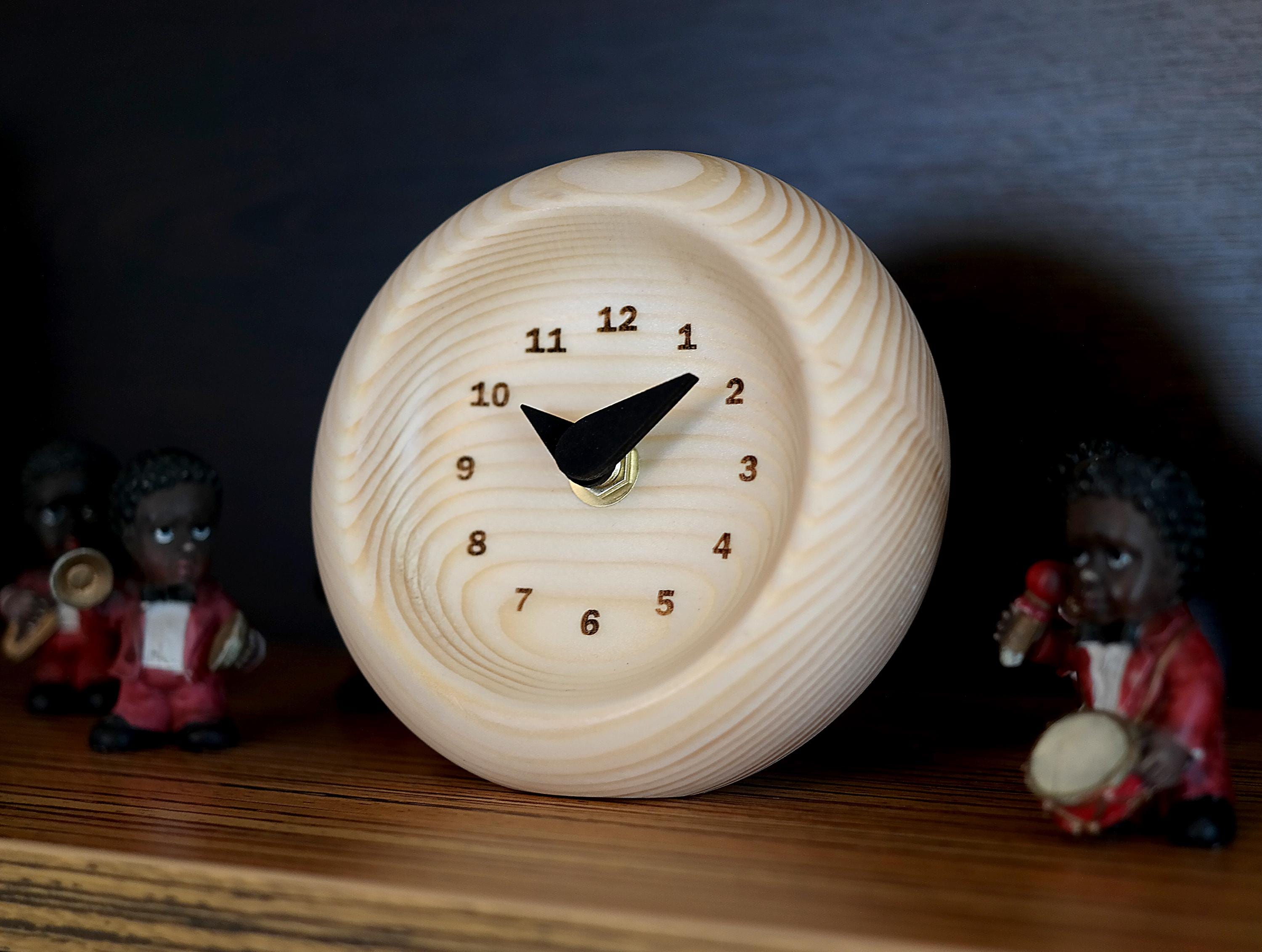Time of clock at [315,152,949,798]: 10:07
